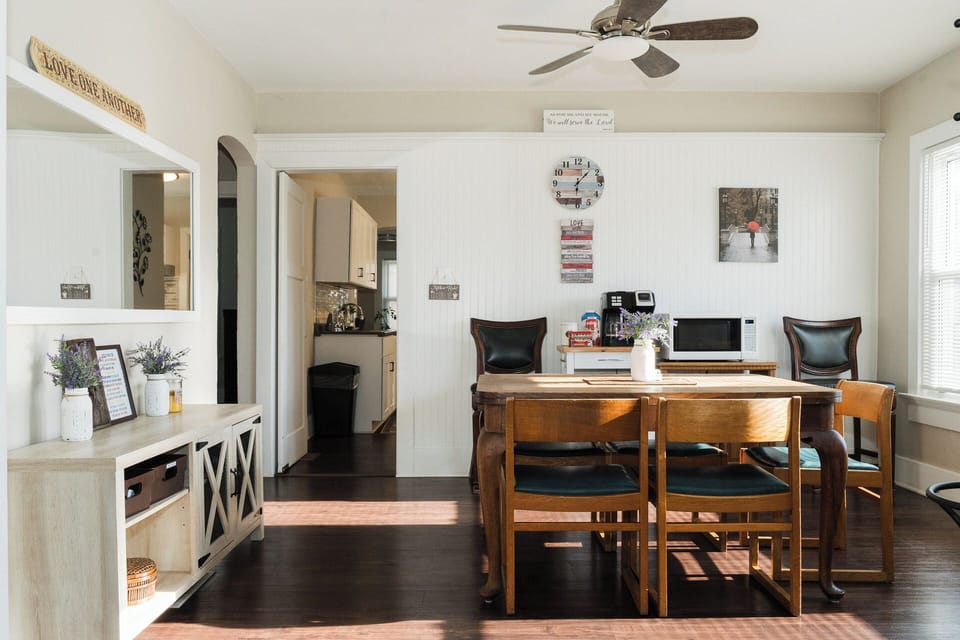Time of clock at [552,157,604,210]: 1:30
